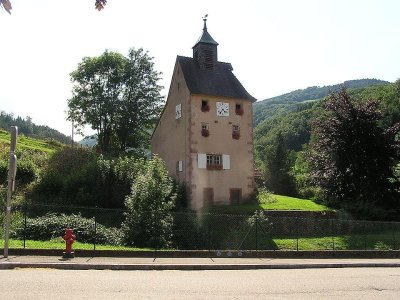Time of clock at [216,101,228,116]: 4:35
